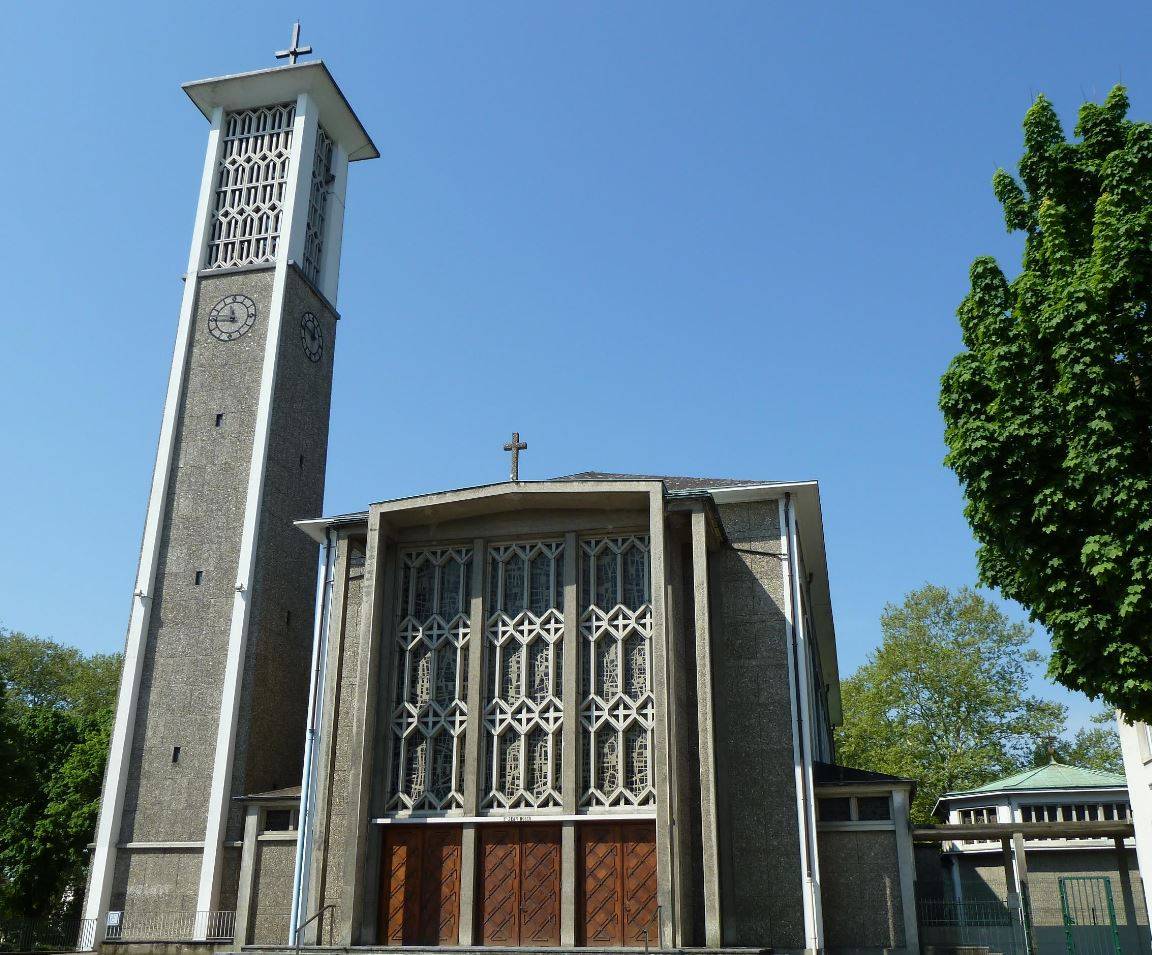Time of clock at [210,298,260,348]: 11:45
